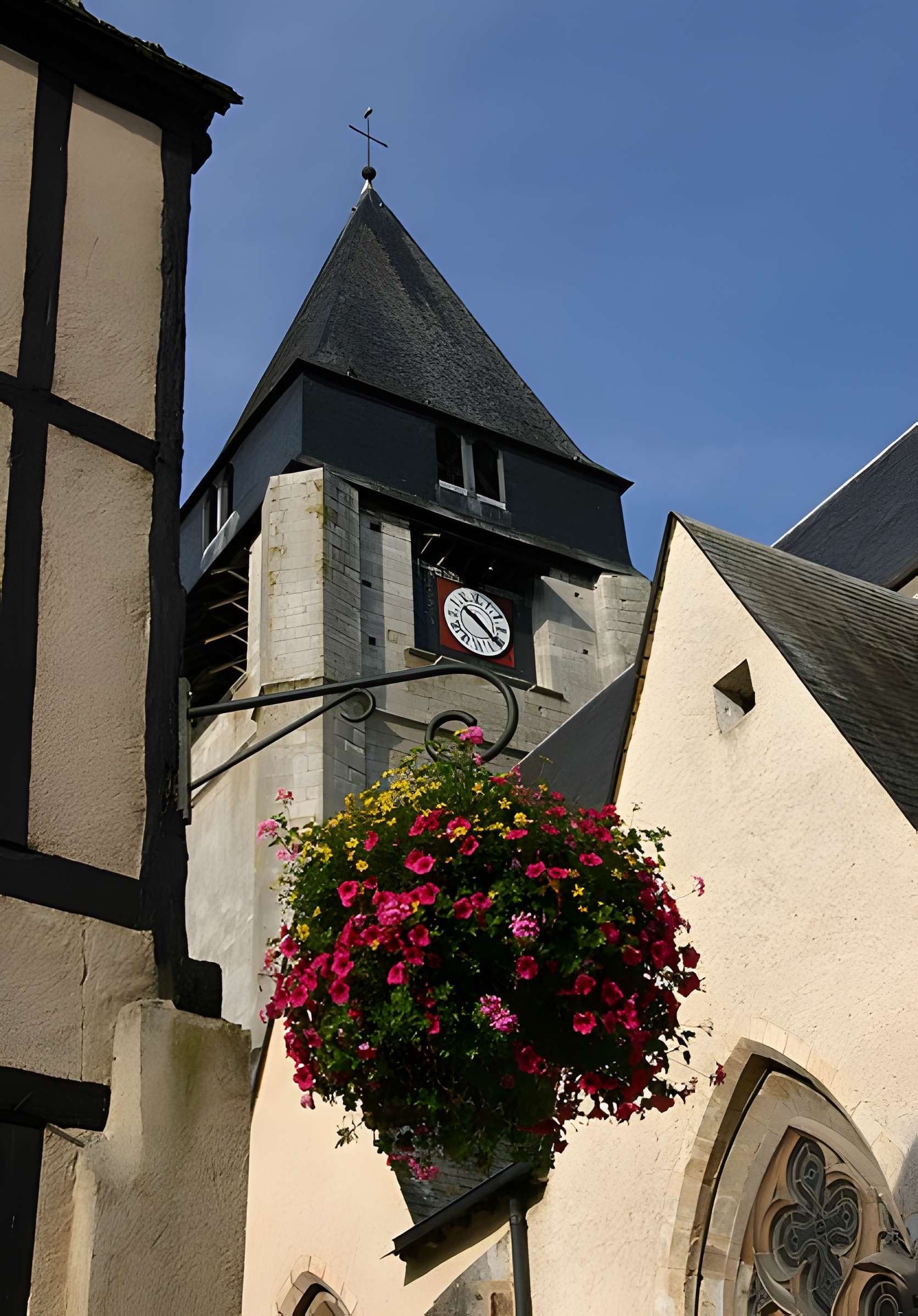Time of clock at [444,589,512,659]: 10:21
